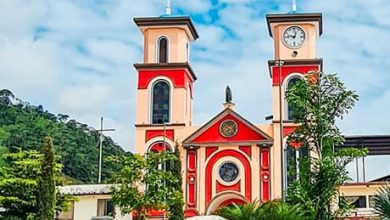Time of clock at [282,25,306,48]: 12:46
